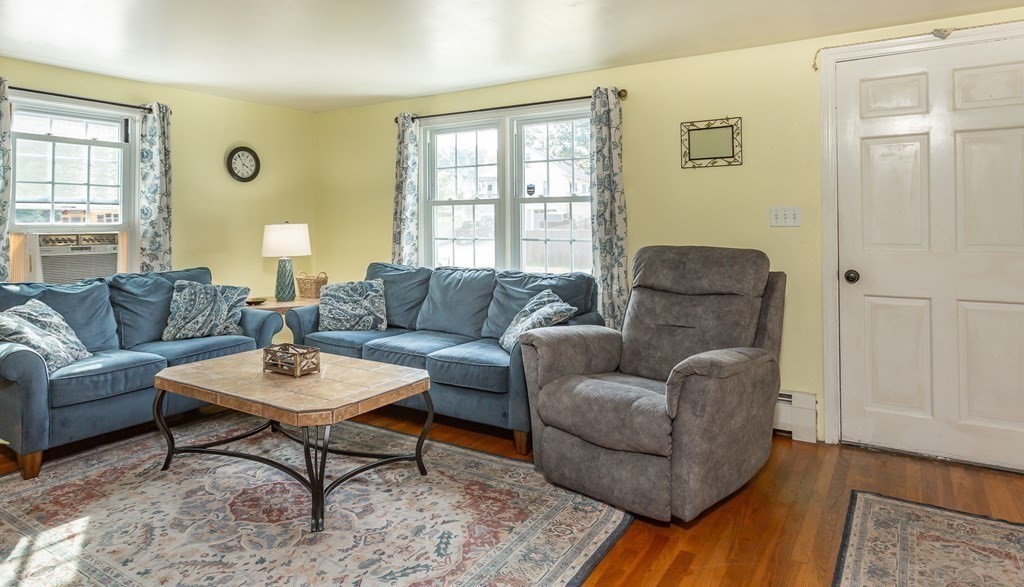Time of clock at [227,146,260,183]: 3:55
